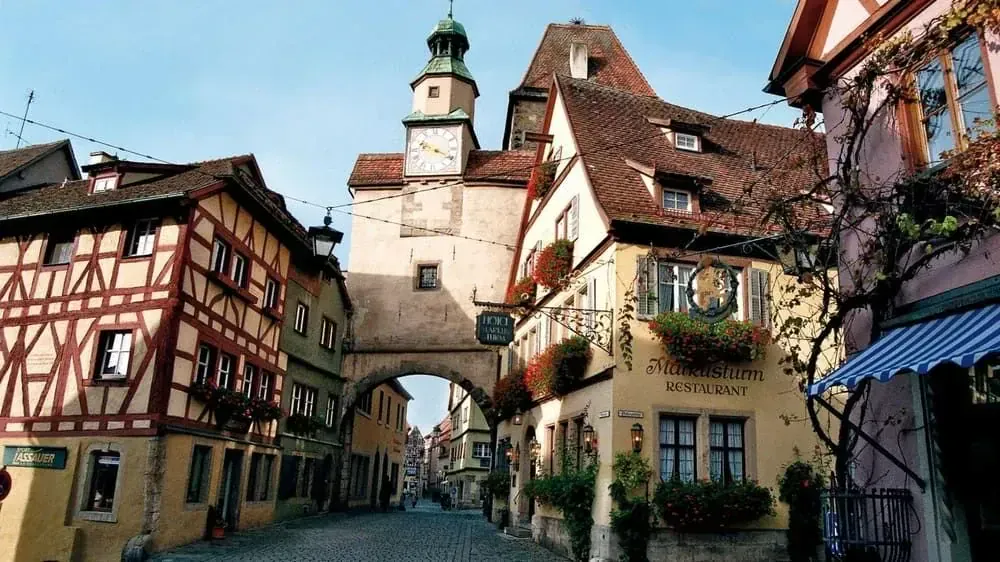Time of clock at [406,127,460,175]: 3:48
